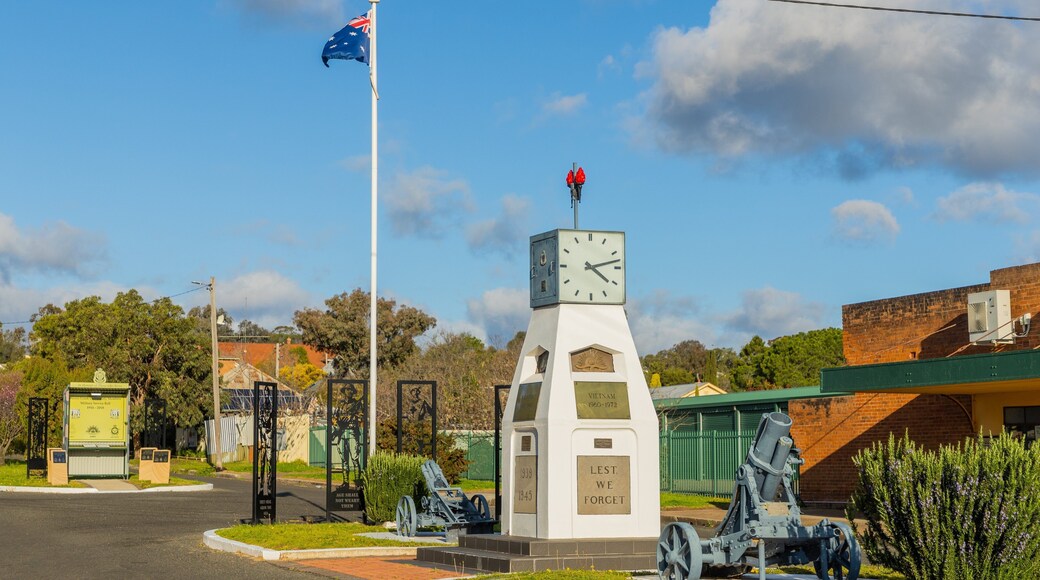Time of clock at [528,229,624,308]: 4:12
